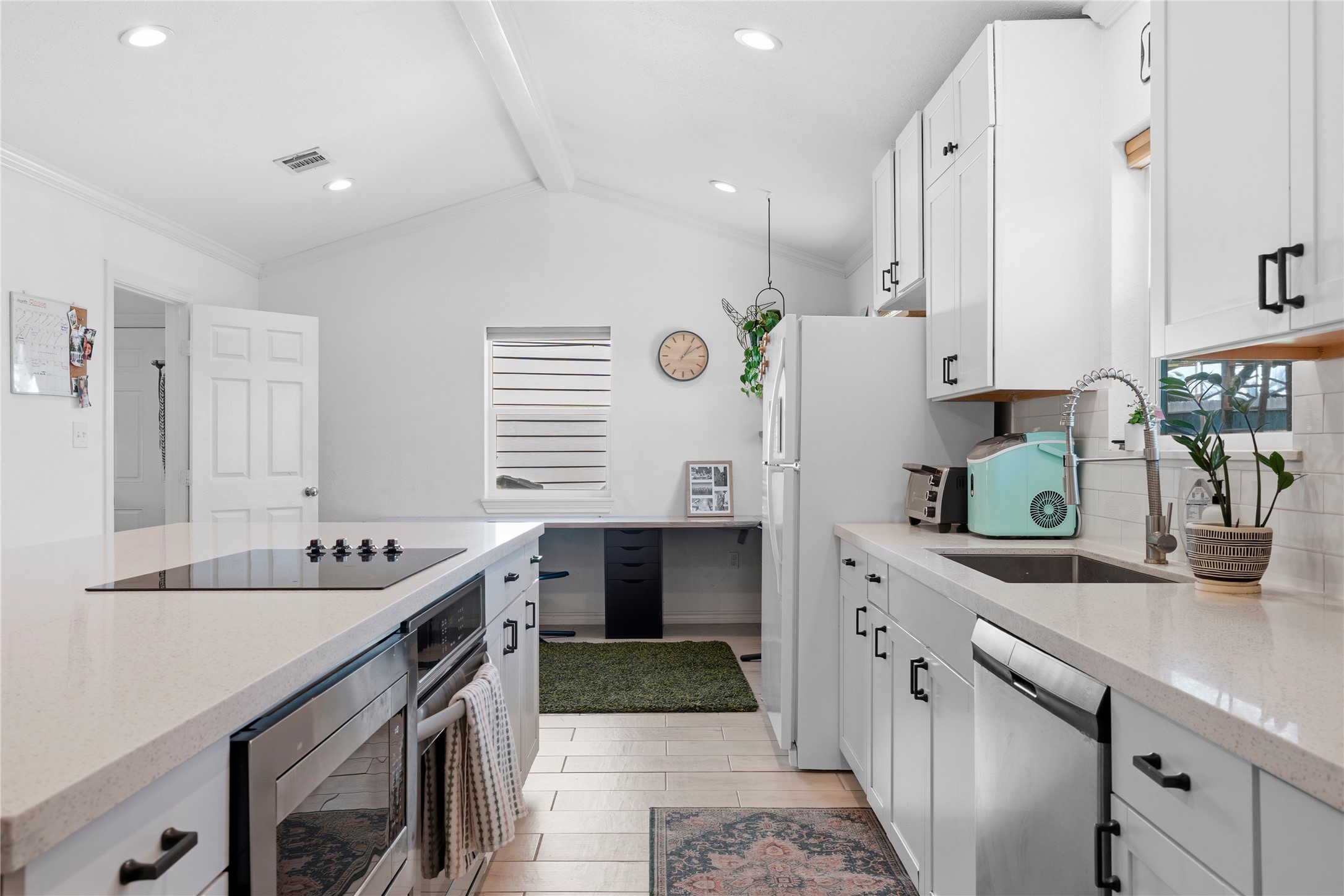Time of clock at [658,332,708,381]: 1:09
